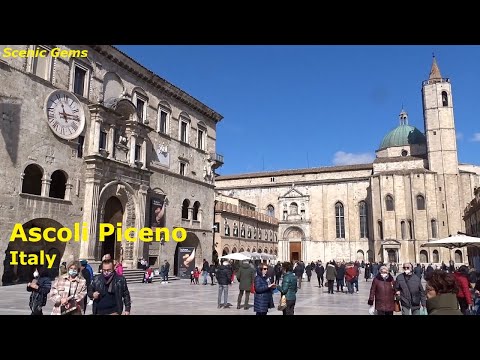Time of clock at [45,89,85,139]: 11:13
